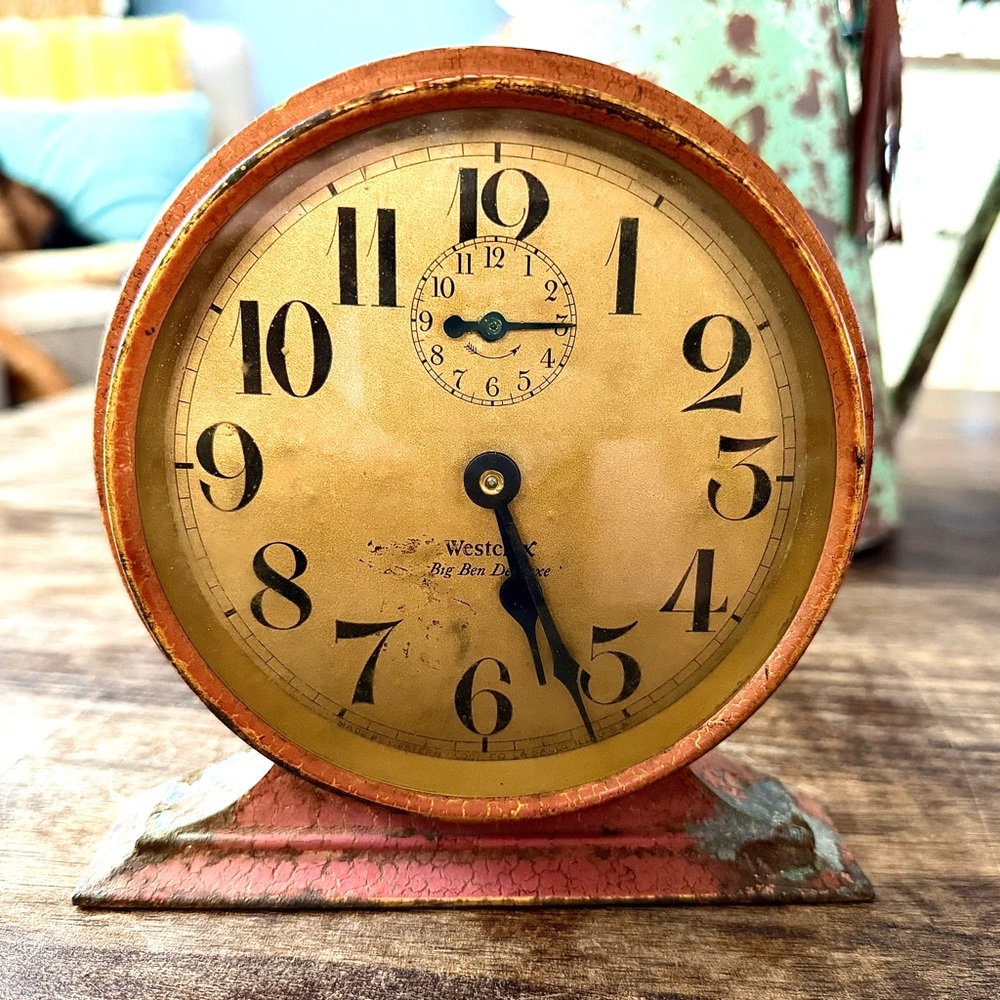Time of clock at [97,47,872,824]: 5:26
